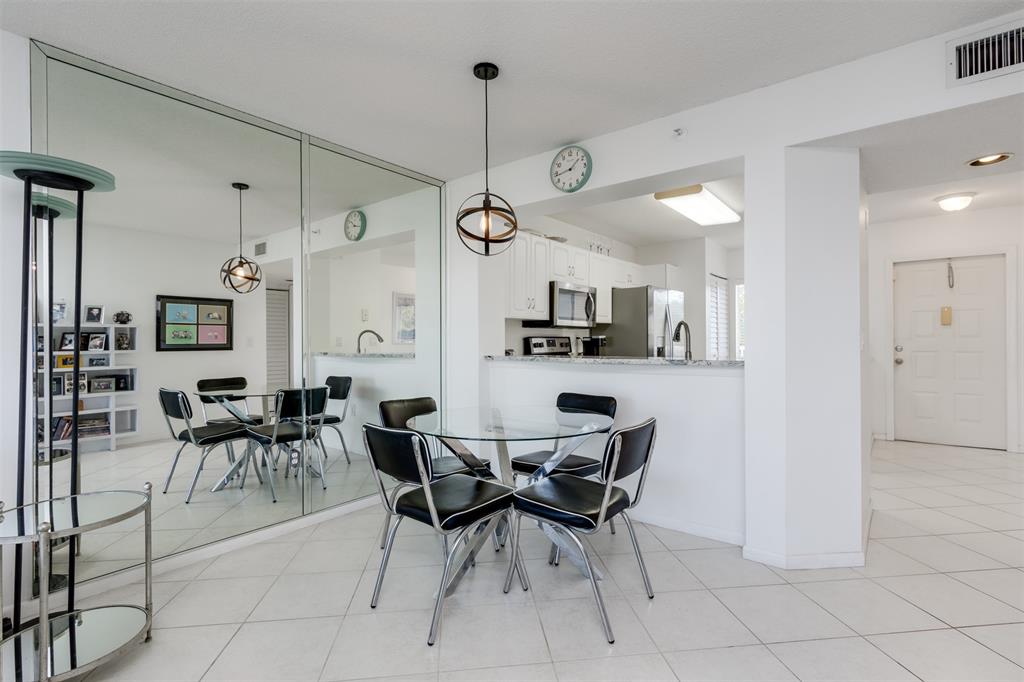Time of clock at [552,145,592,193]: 1:43
